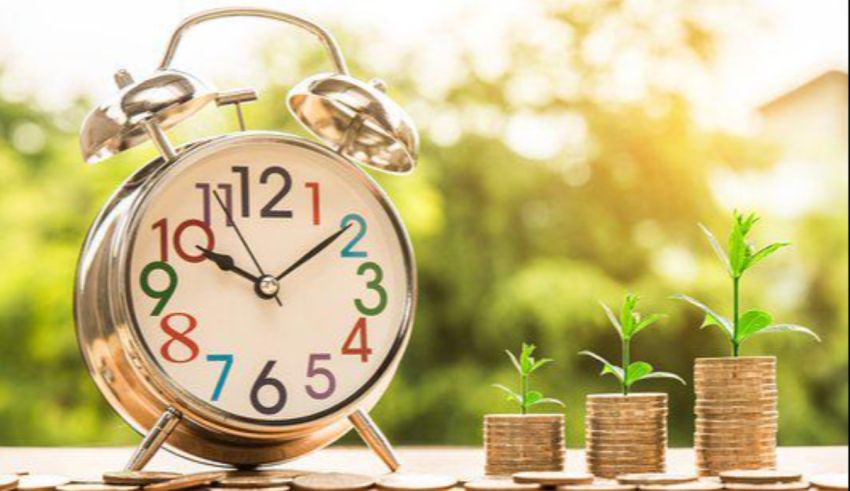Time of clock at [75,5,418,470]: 10:09
